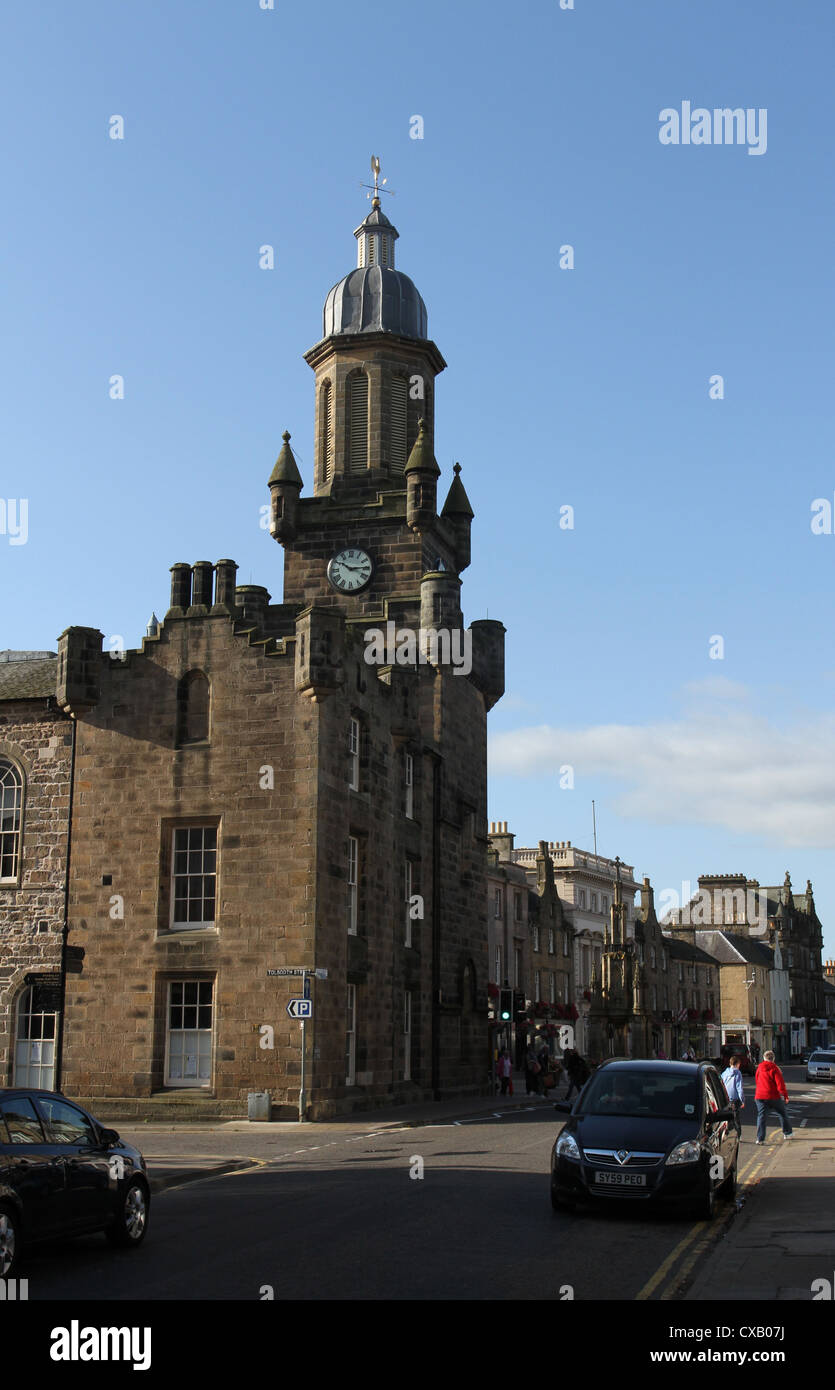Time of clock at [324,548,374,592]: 10:14
